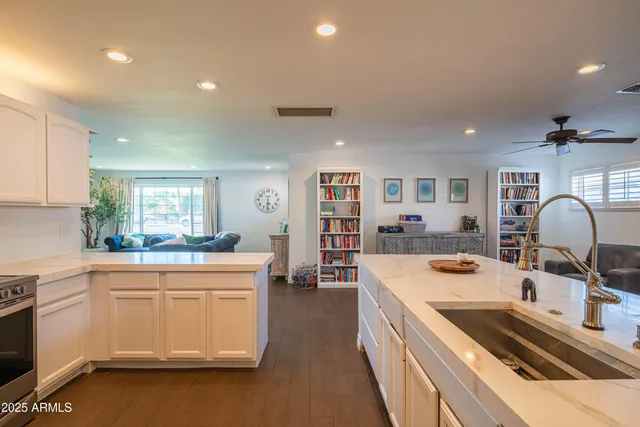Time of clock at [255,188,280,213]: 5:31
